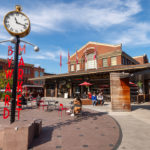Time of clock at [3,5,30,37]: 11:17
